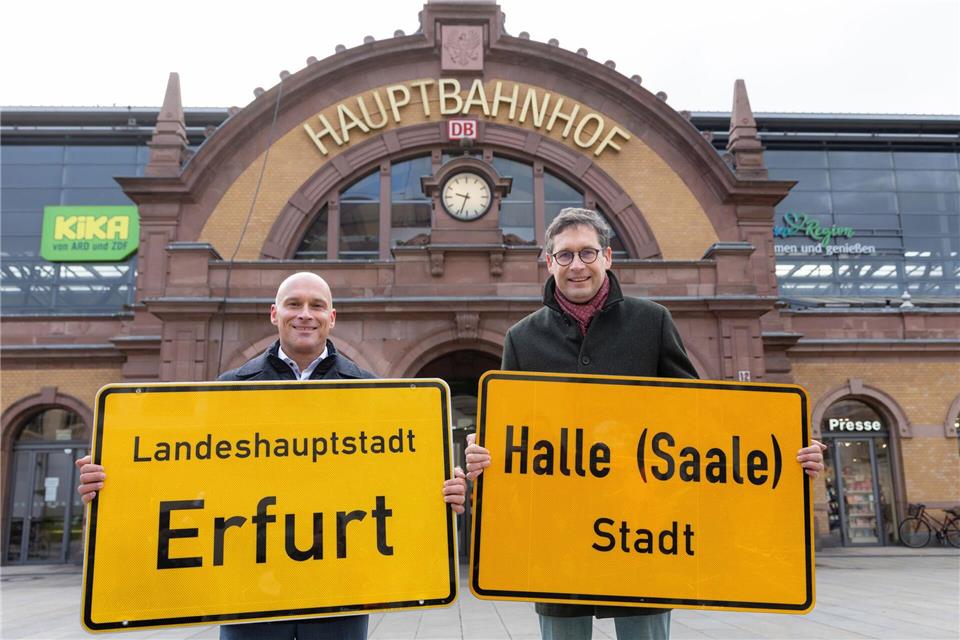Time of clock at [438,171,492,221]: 9:33
